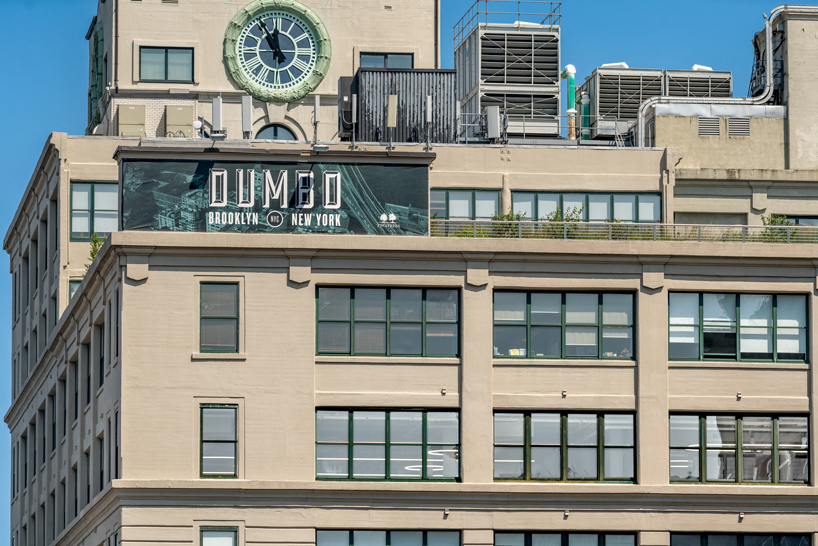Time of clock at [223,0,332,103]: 11:55
